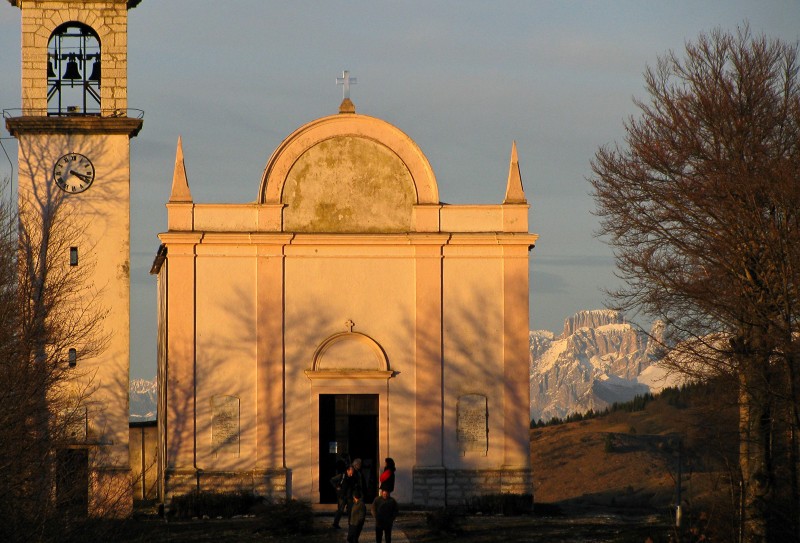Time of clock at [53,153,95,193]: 4:17
